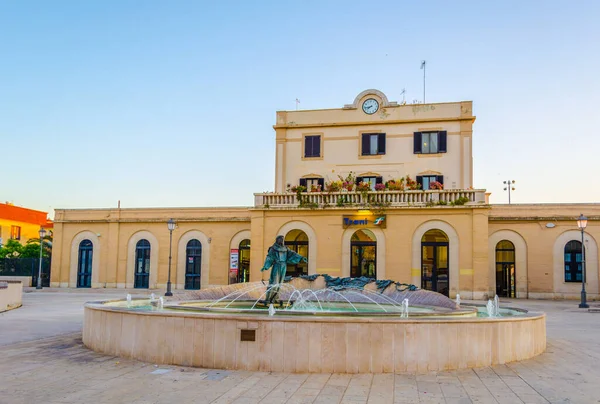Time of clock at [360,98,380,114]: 7:43
